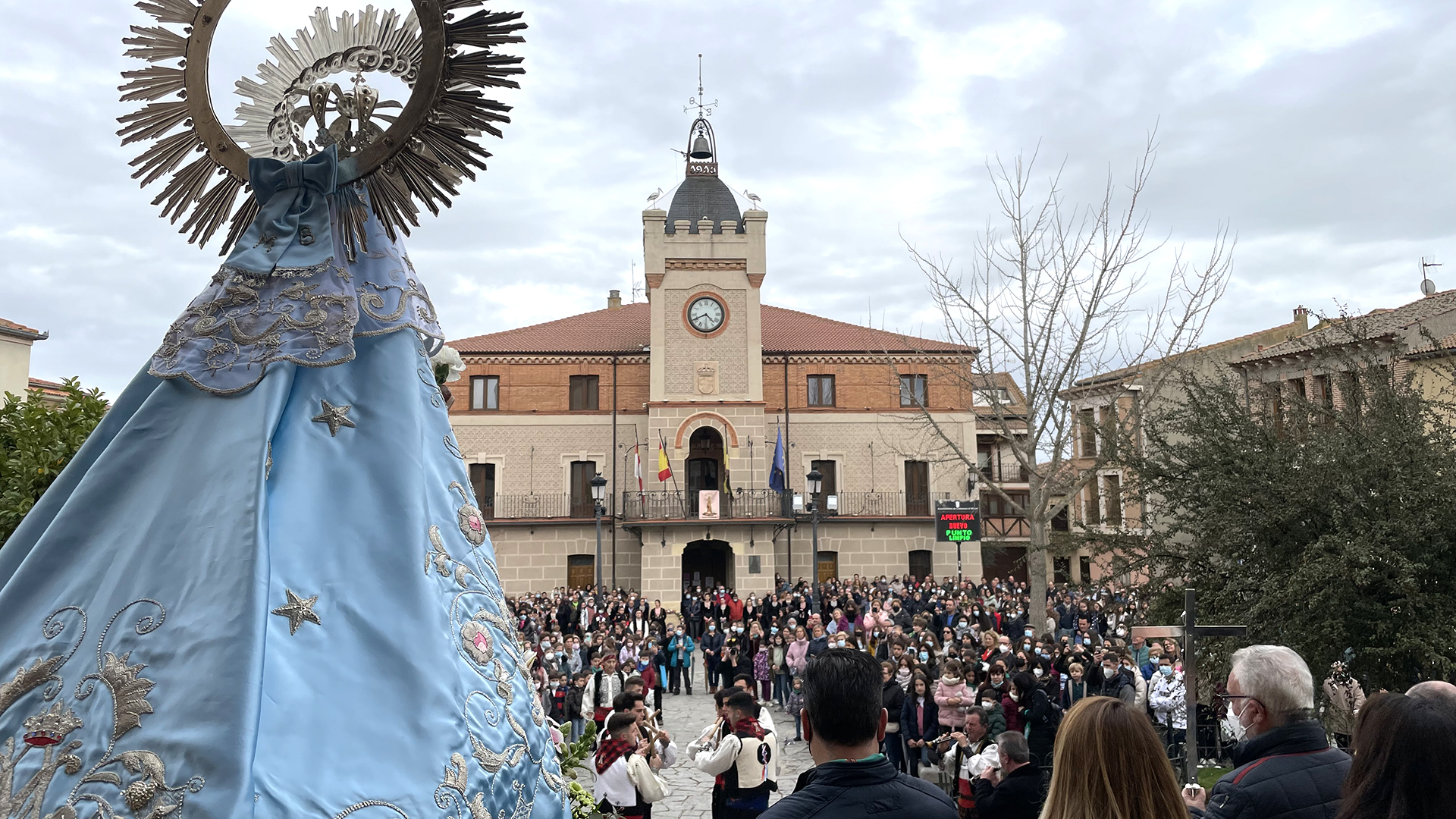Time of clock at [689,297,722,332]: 4:40
